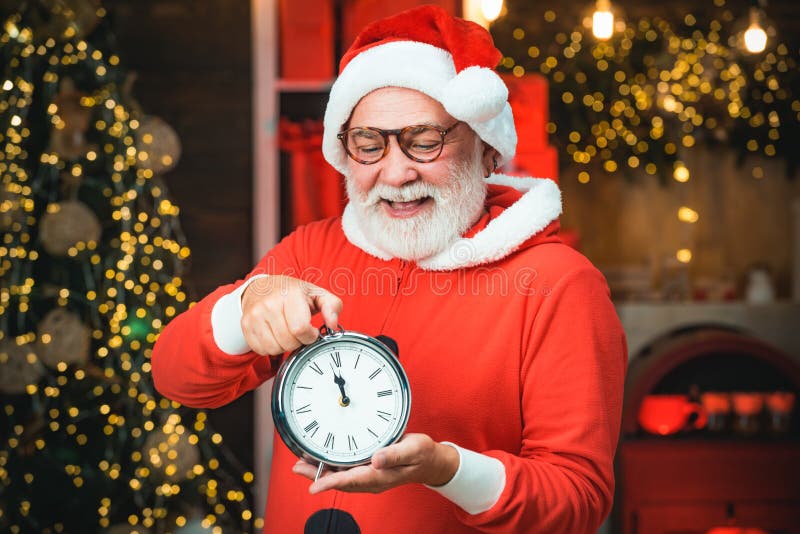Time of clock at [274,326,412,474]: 11:58
